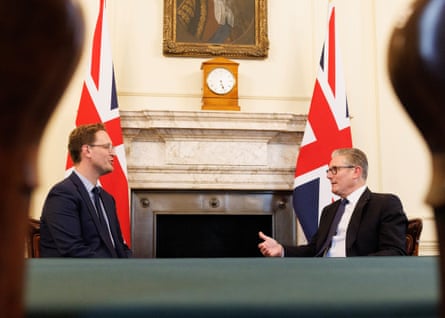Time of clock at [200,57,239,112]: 5:26
